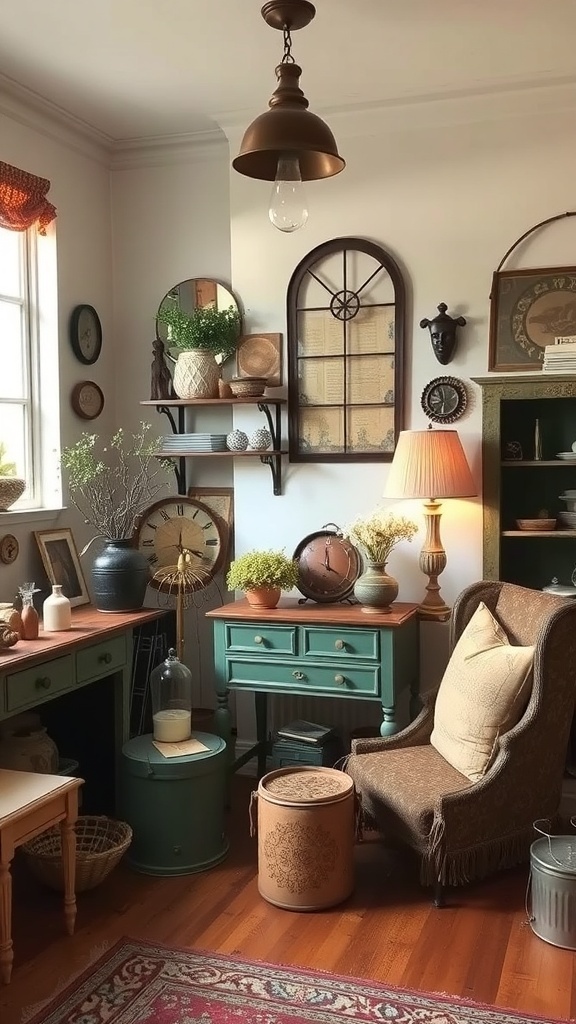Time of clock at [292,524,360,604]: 3:59
